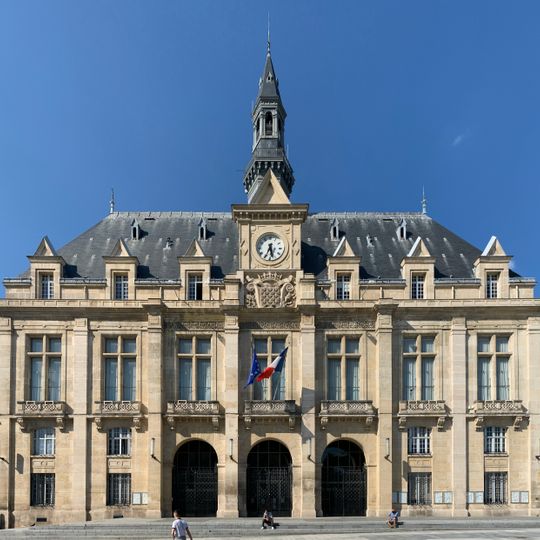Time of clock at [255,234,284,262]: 5:34
